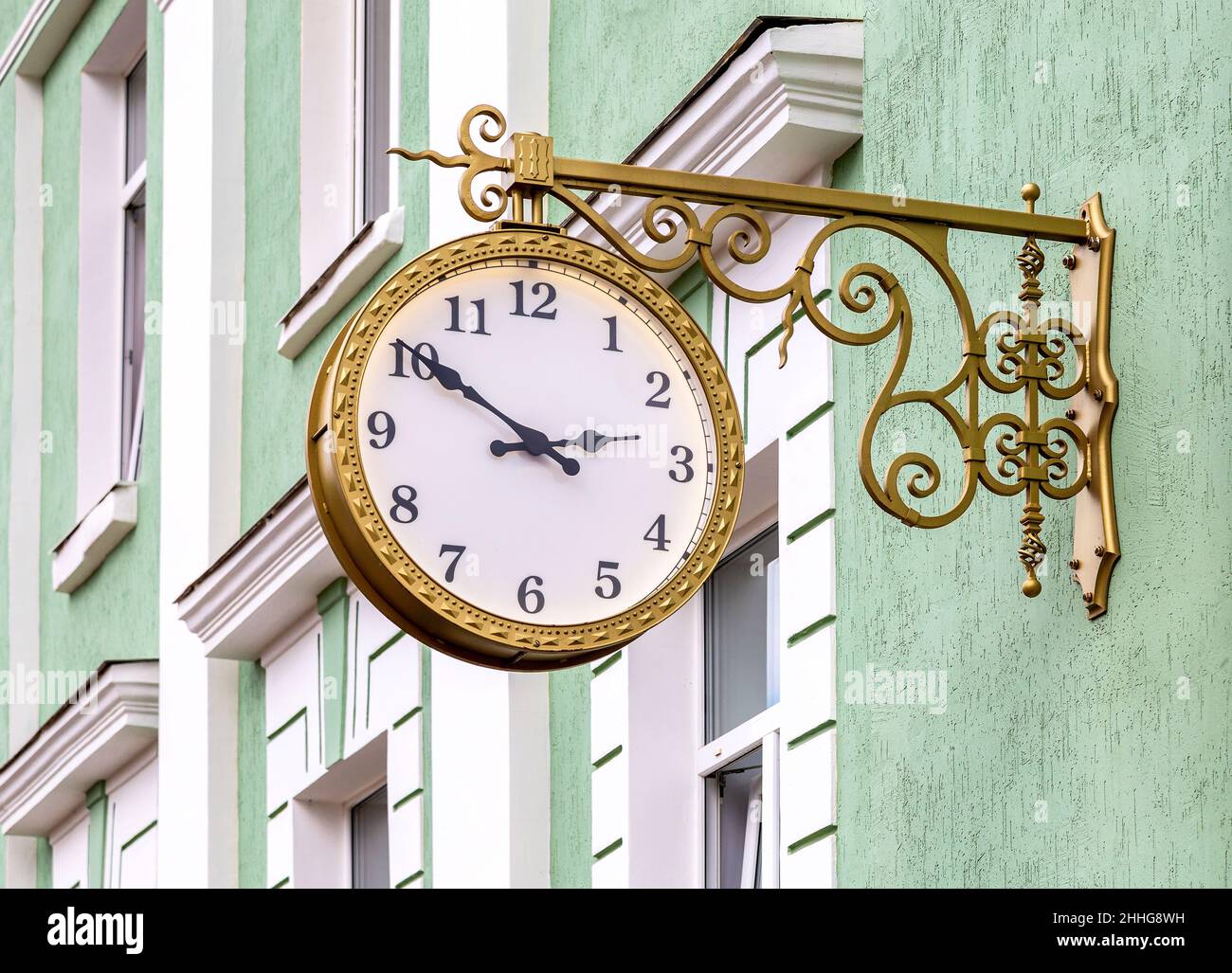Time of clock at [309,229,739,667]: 2:50
